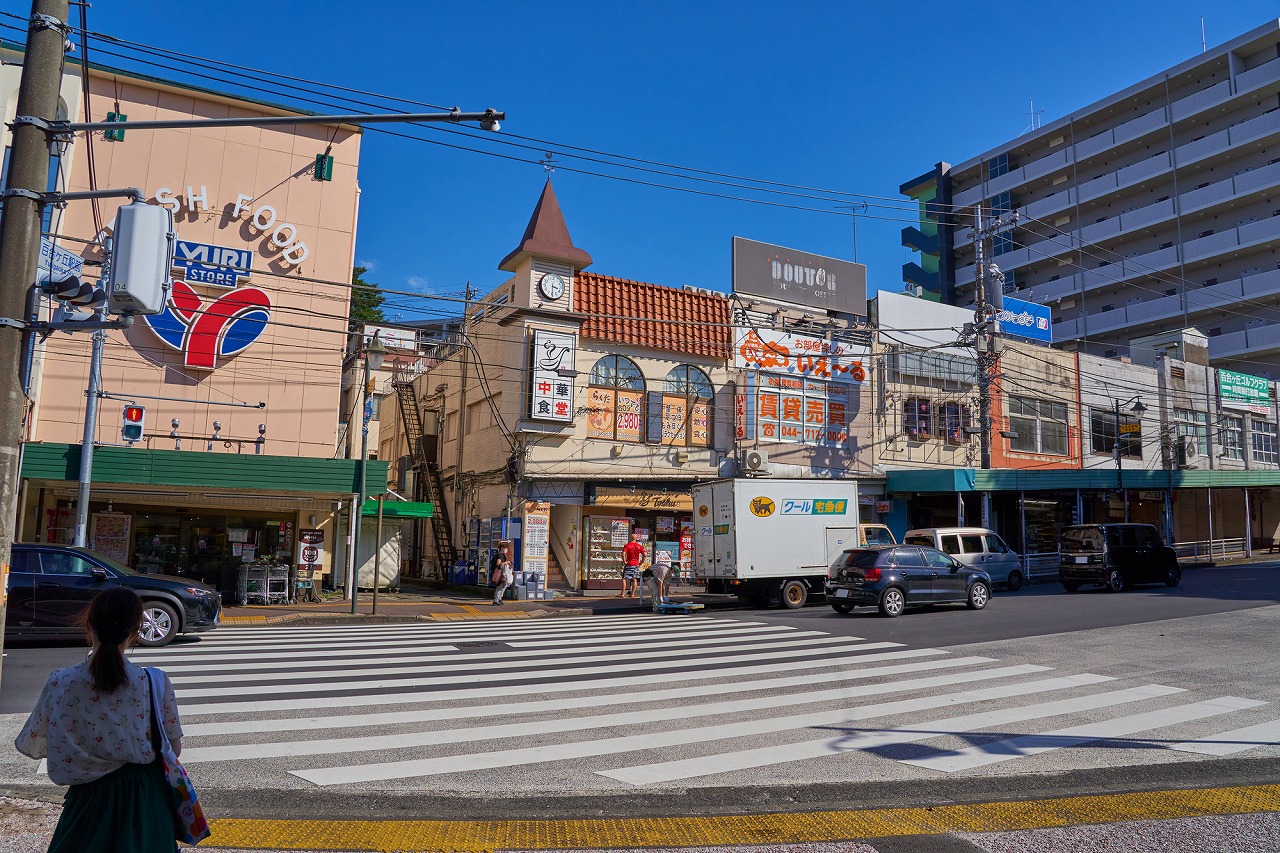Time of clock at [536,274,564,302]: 3:29
